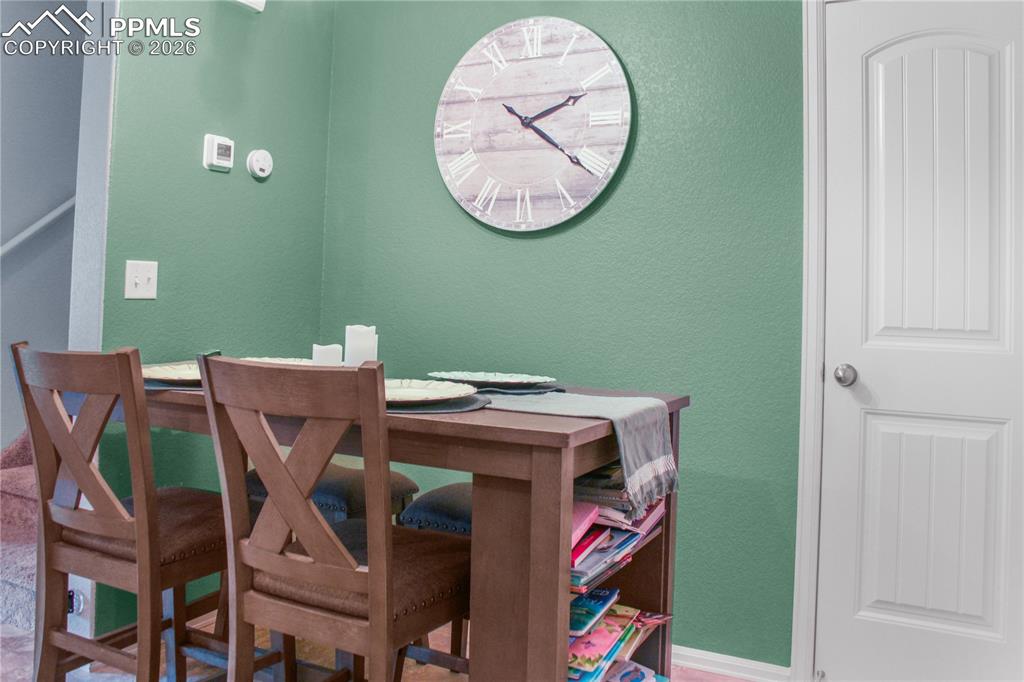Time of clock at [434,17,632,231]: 2:21
